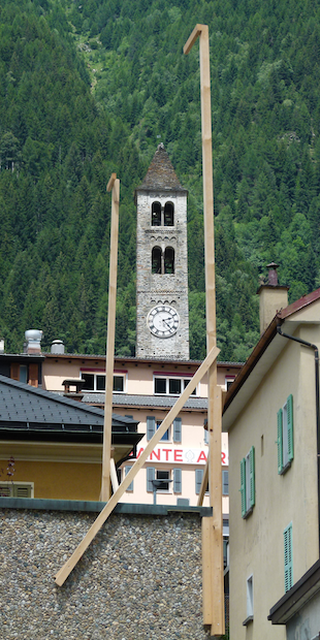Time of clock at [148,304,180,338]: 2:23
